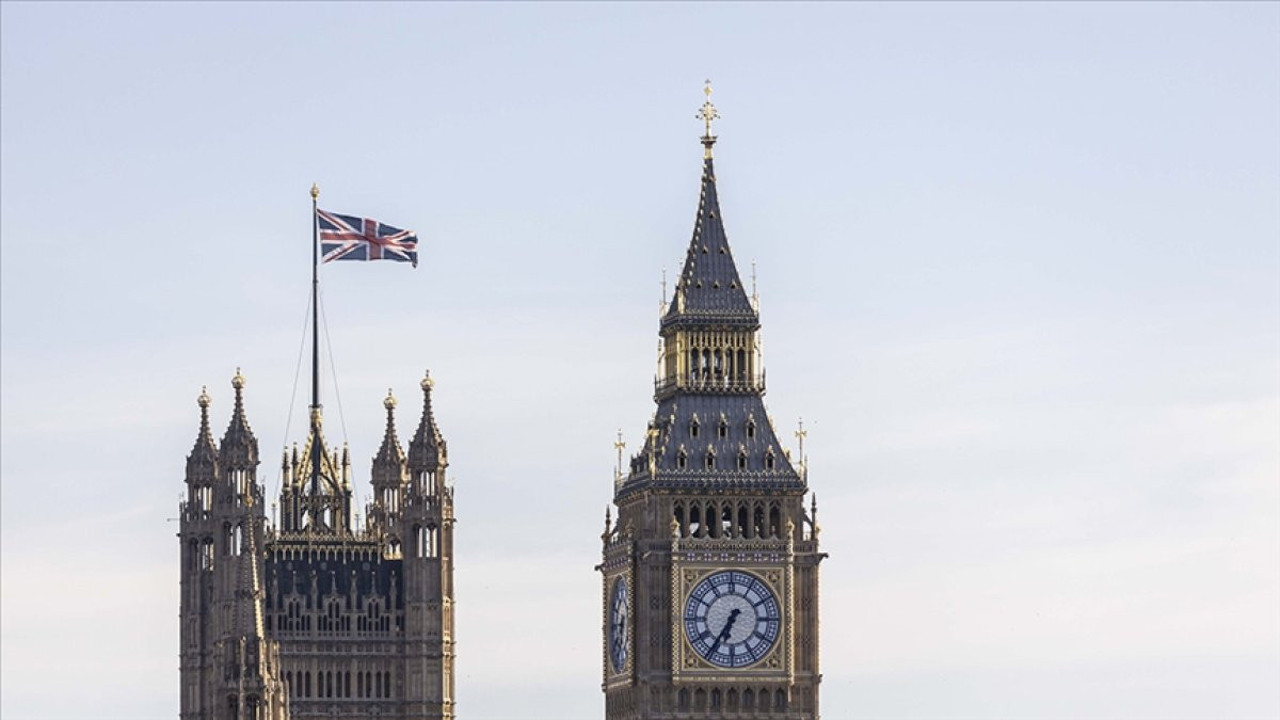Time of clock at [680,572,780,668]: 6:35
